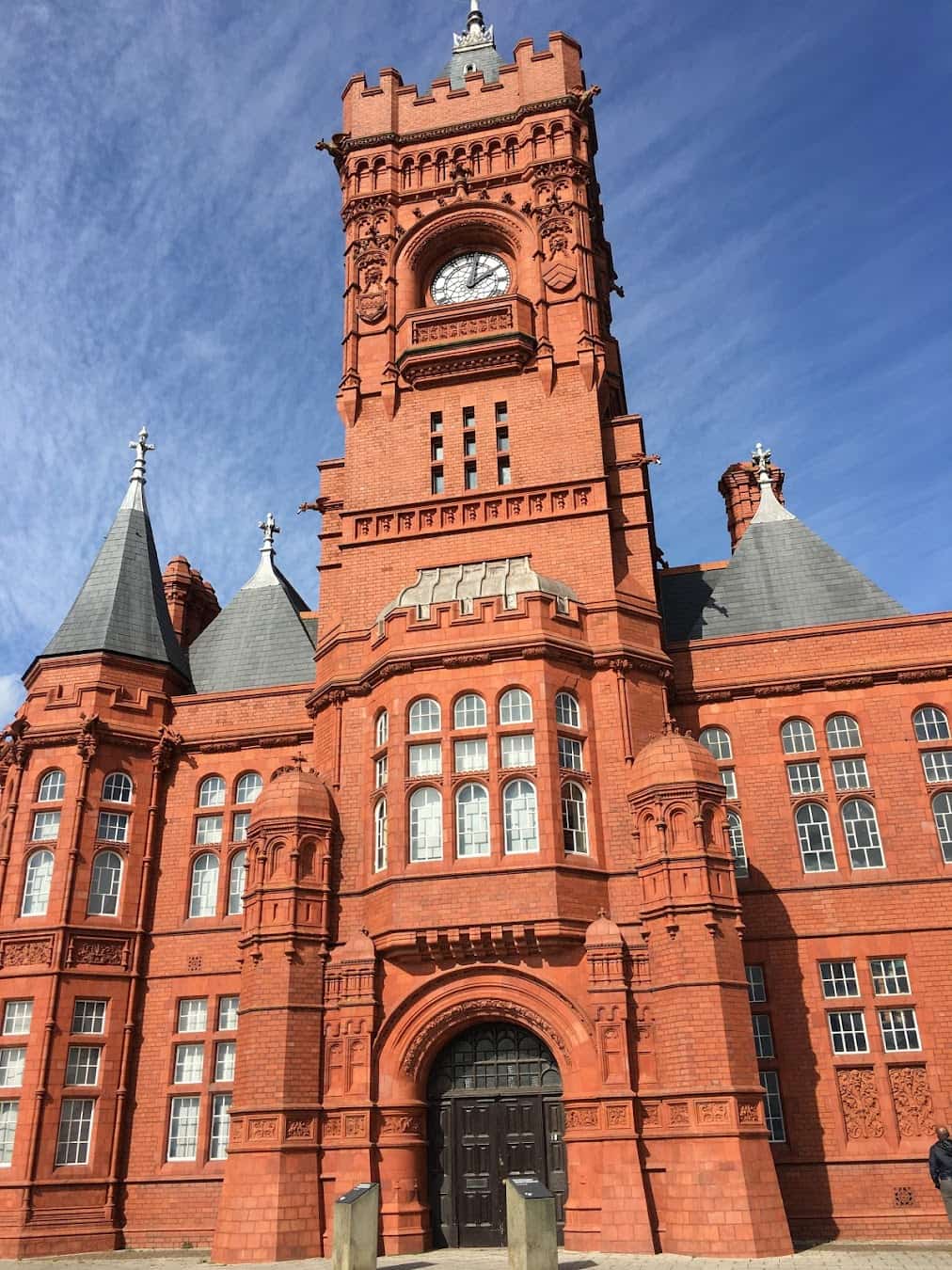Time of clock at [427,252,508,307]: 2:02
